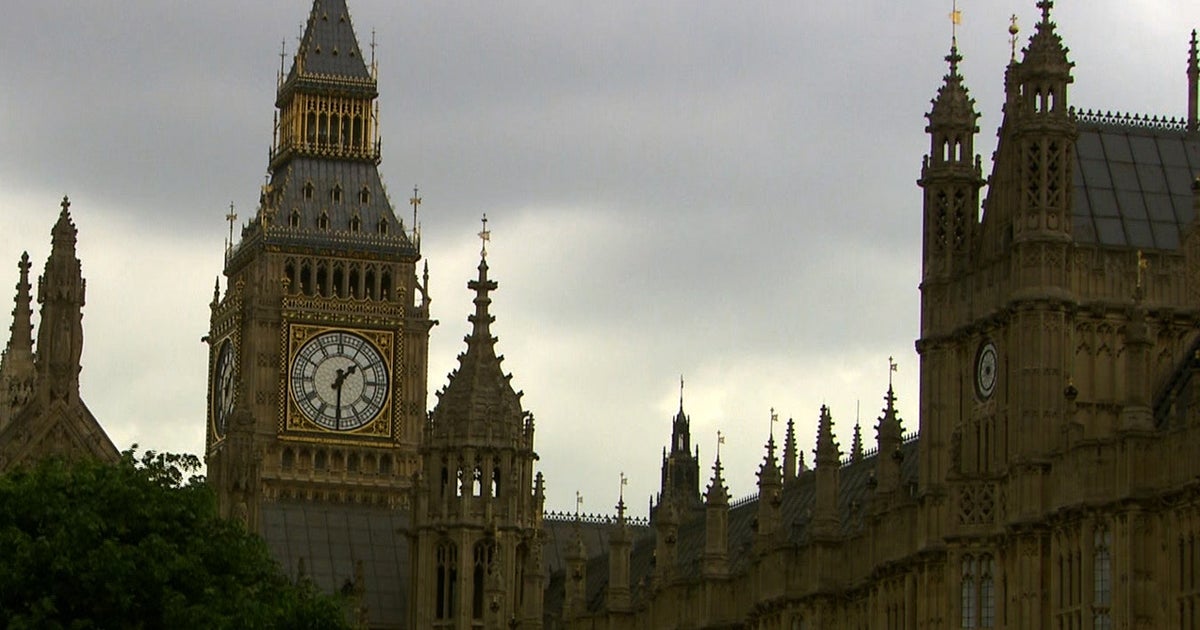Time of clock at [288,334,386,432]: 1:30
